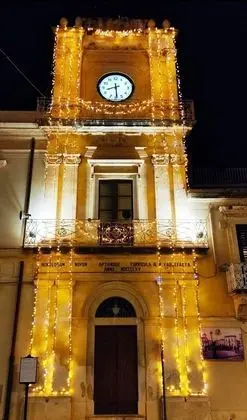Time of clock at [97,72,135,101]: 8:29
